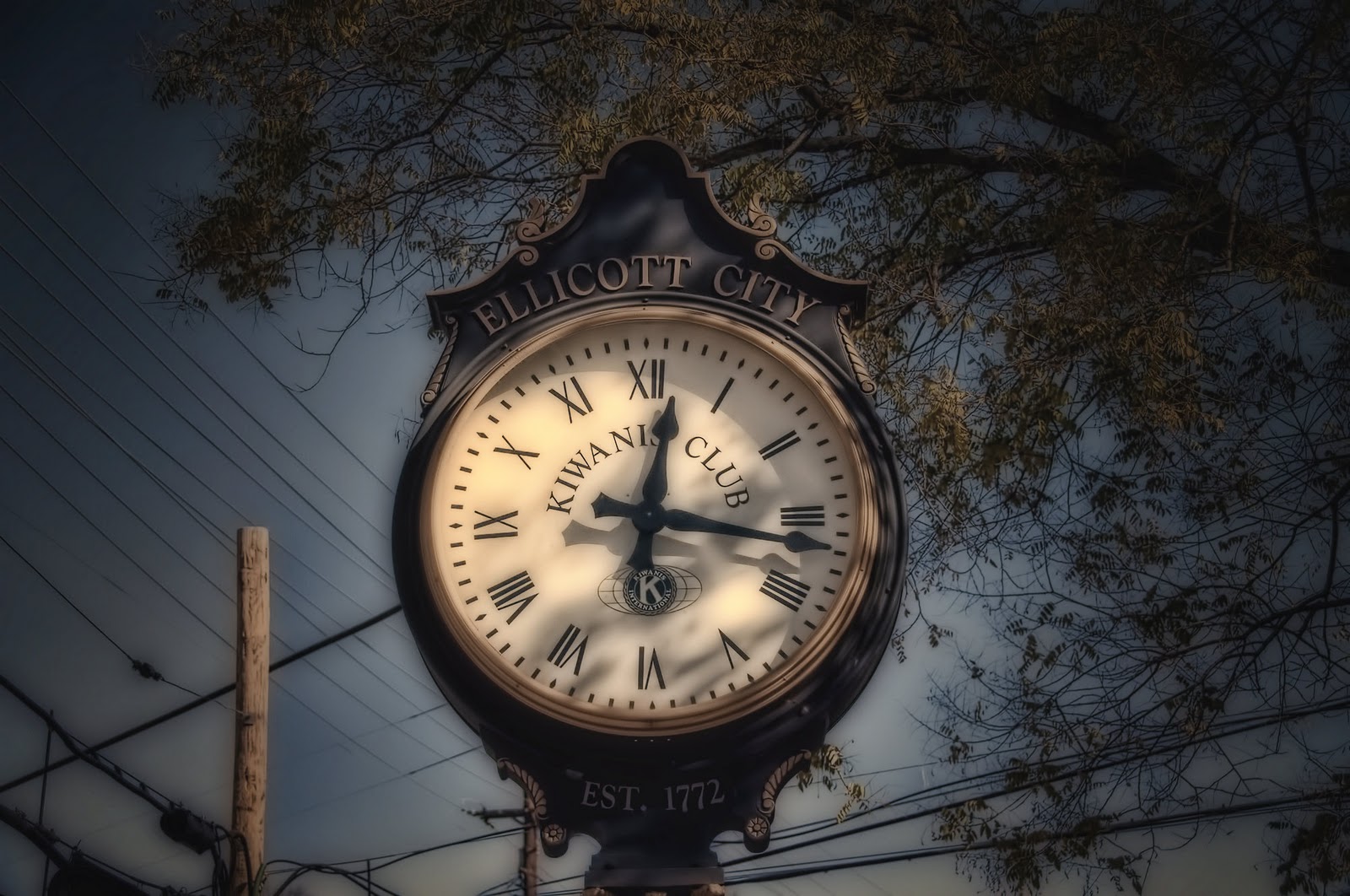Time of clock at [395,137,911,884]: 12:16
